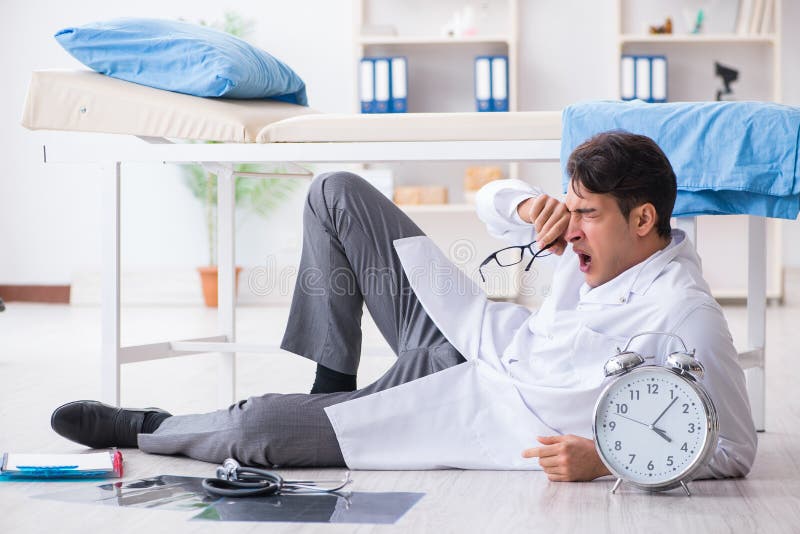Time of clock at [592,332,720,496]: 4:06
